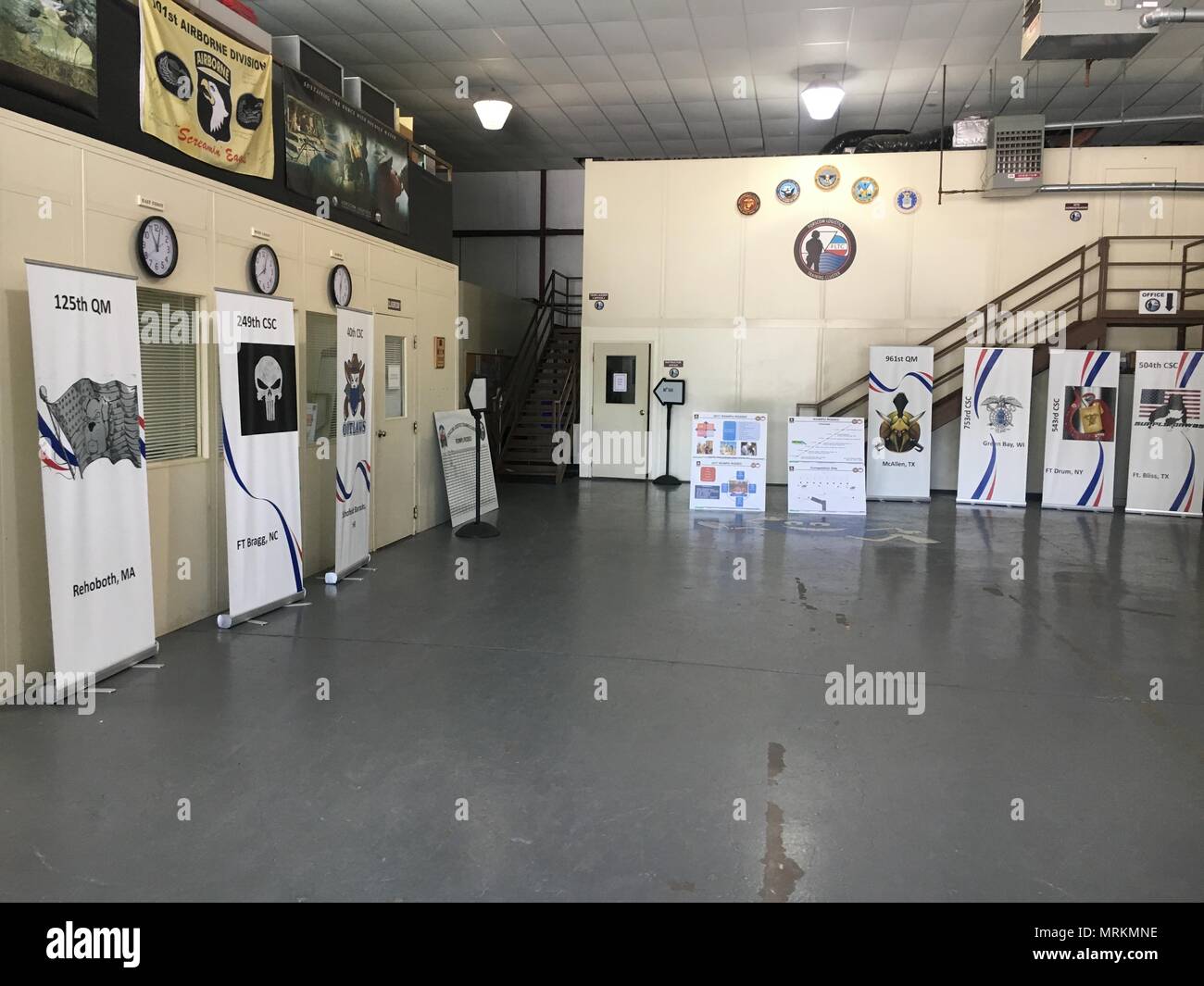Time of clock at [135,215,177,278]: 11:02
